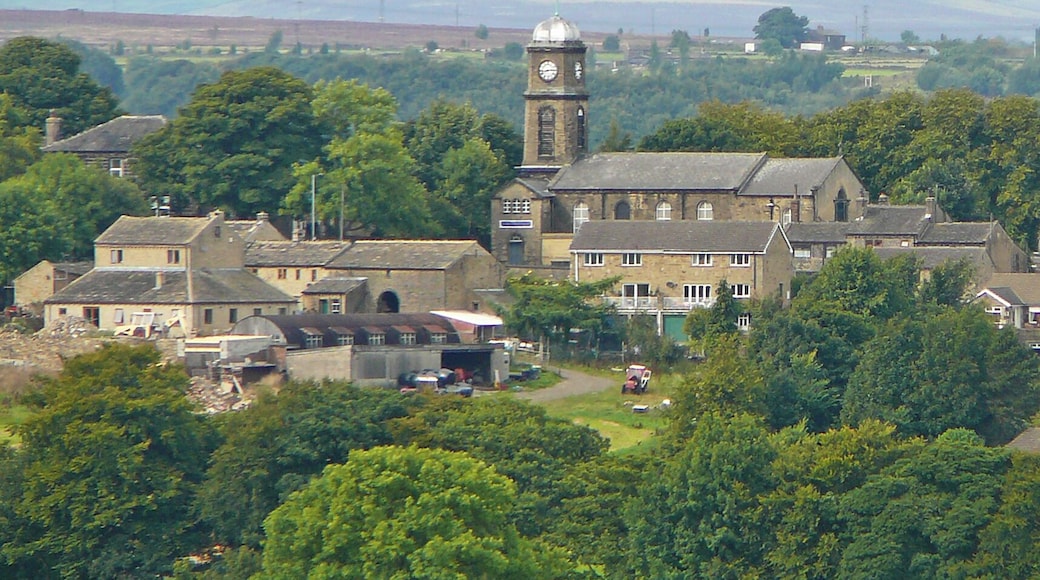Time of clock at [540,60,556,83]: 2:42
